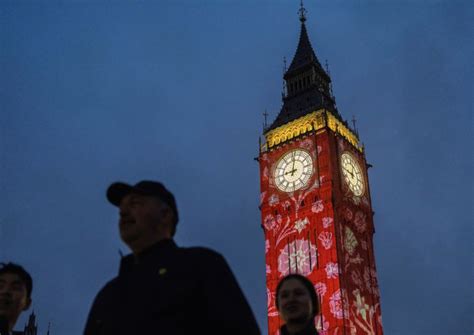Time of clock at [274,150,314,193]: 9:01
